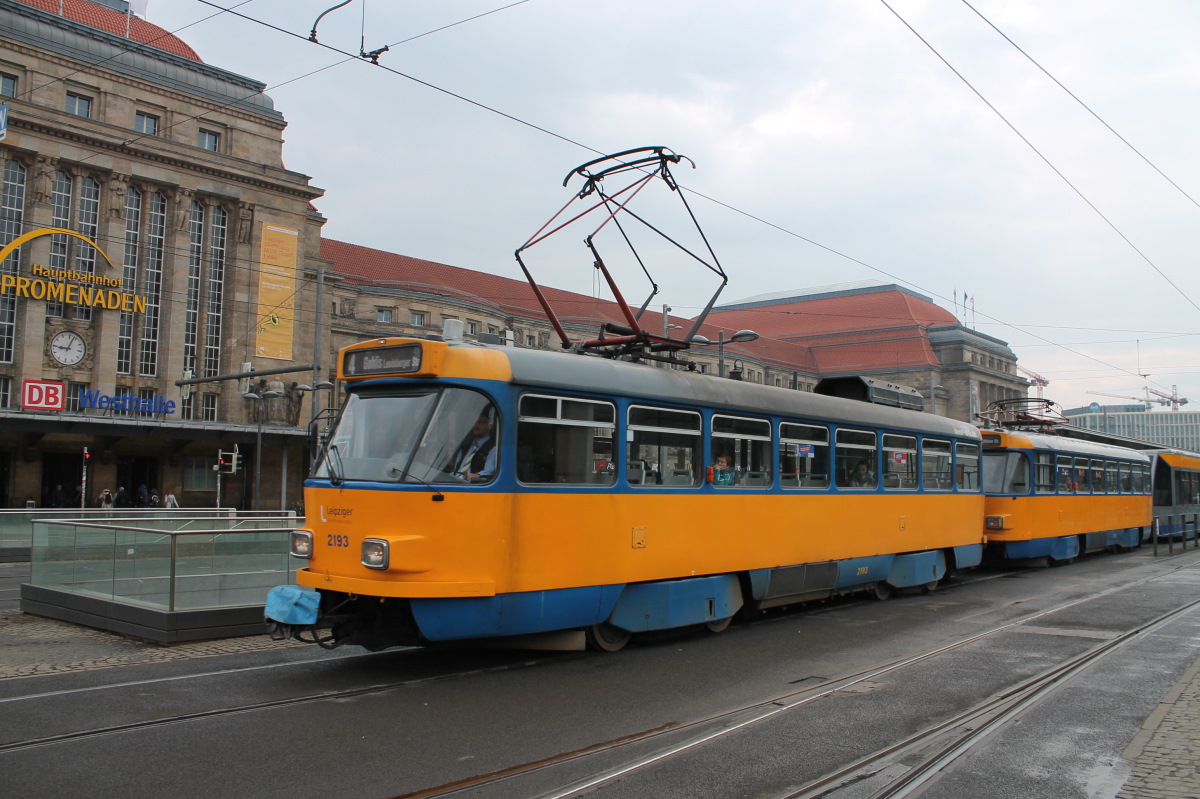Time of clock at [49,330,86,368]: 9:03
